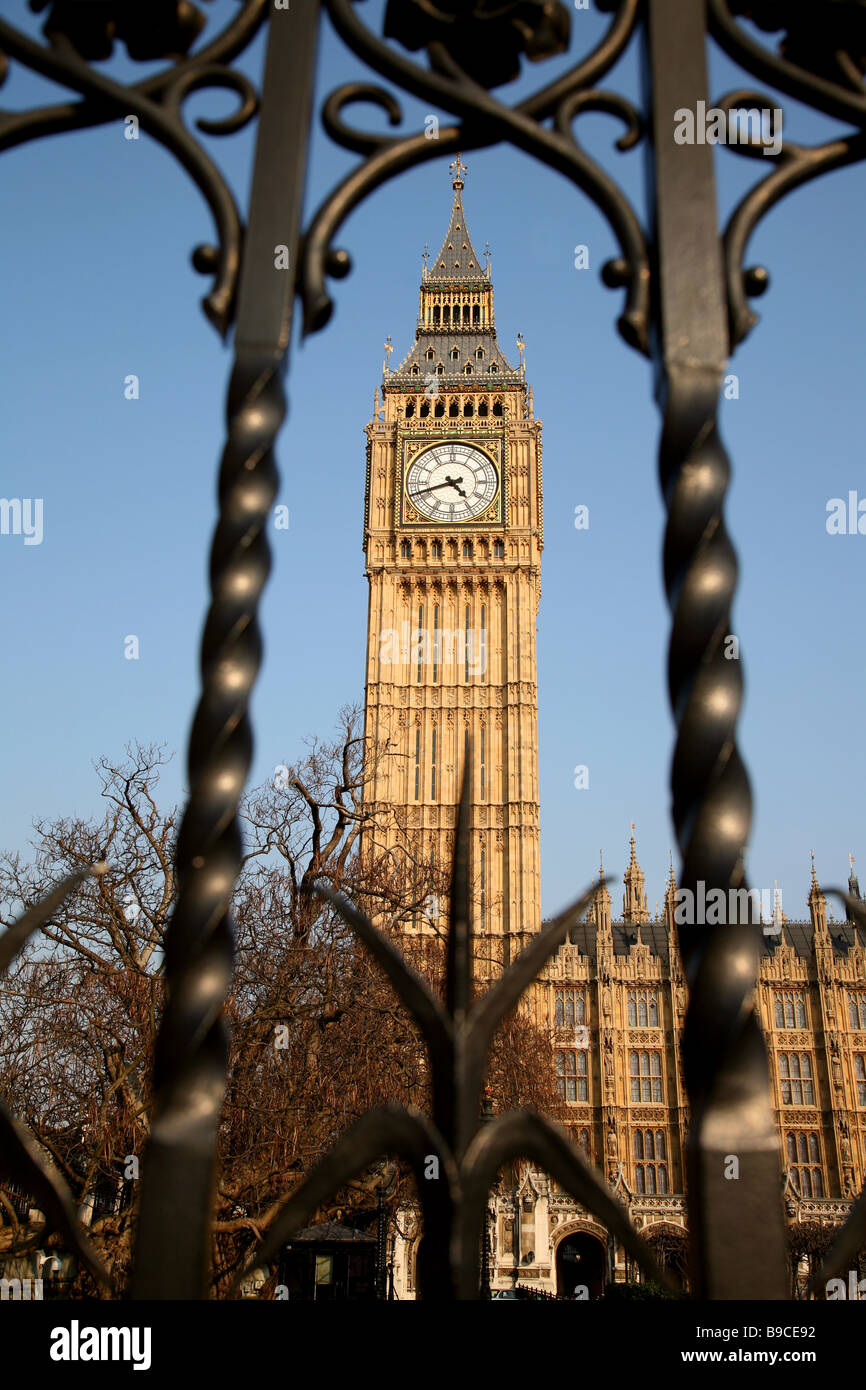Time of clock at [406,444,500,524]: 4:41
